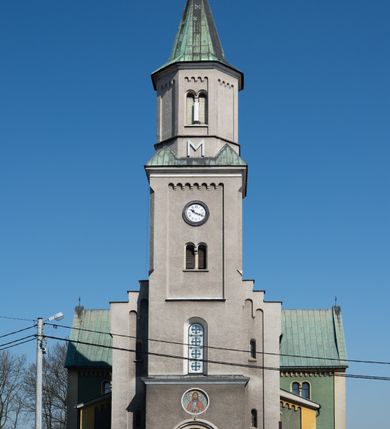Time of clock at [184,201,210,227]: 10:18
